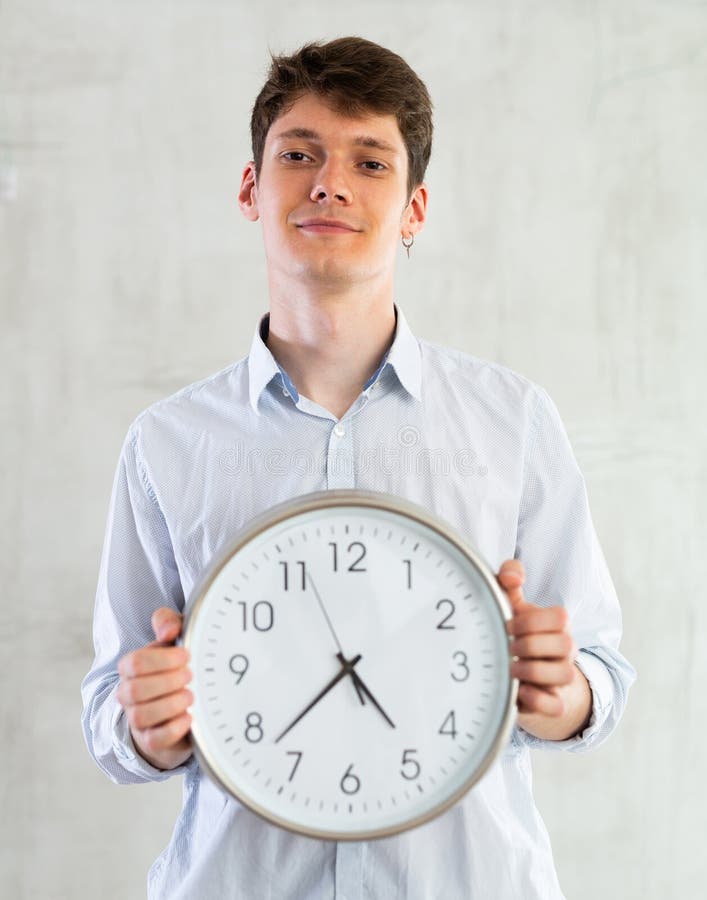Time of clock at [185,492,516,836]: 4:37
